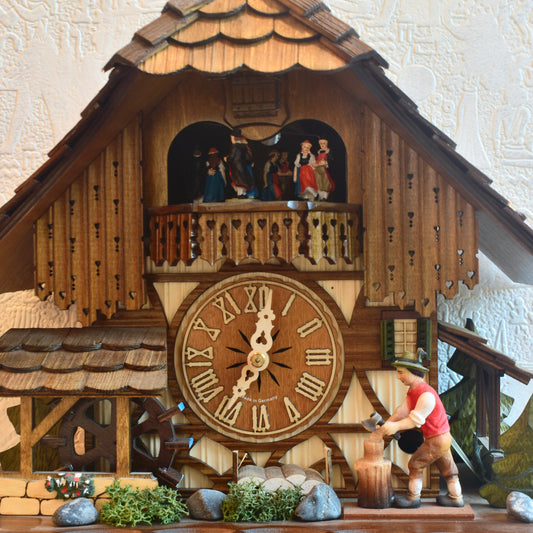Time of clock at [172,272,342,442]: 12:35
